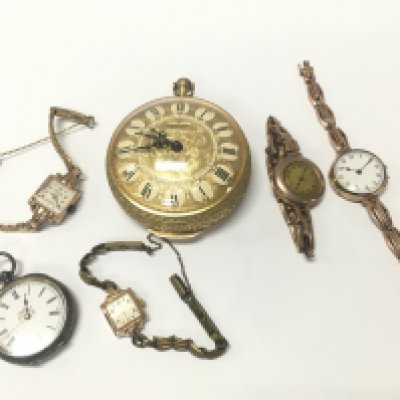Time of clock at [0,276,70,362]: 11:37
